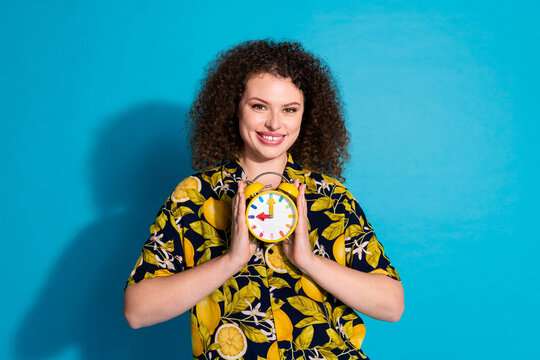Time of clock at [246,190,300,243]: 9:00
